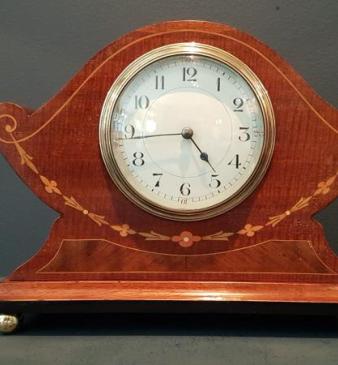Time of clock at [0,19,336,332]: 4:43
